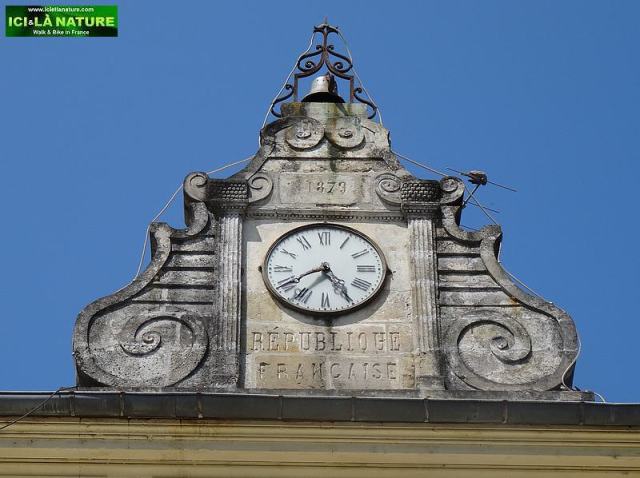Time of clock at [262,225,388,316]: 4:40
